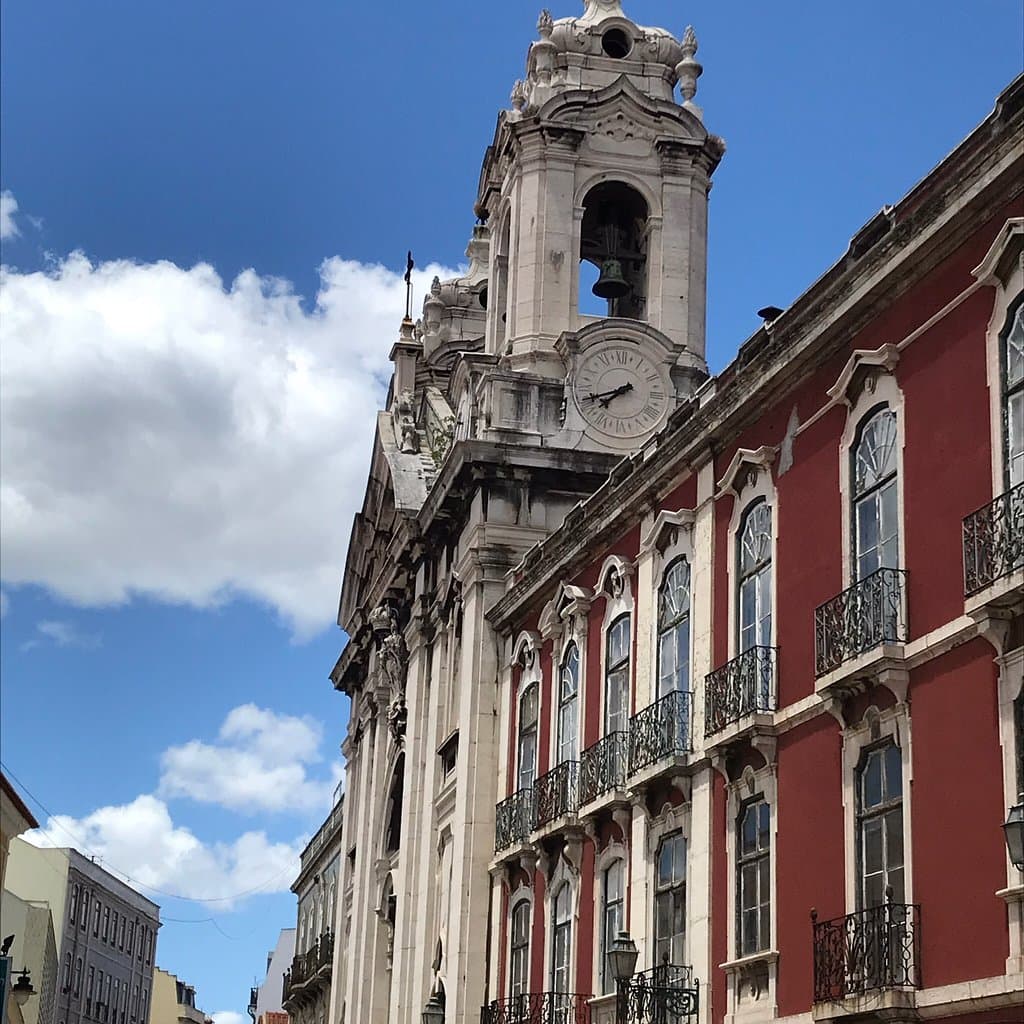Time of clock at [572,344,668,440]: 7:41
